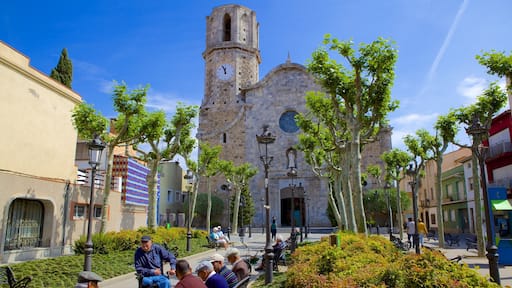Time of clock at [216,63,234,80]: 11:56
